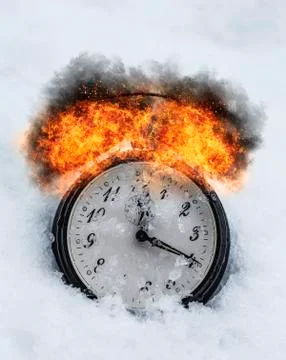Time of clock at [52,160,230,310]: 12:19
